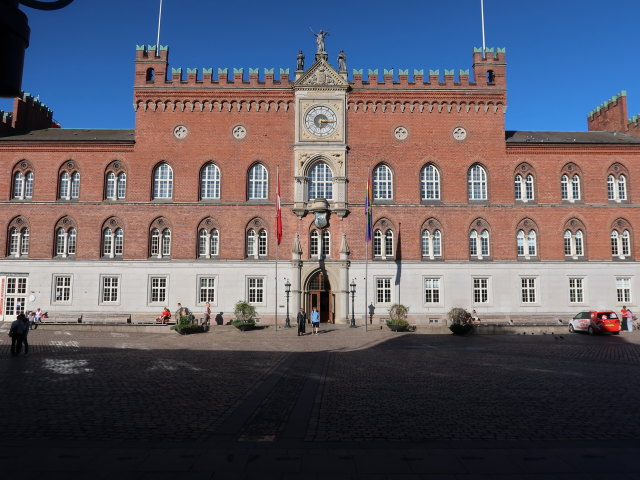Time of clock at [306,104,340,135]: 6:15
